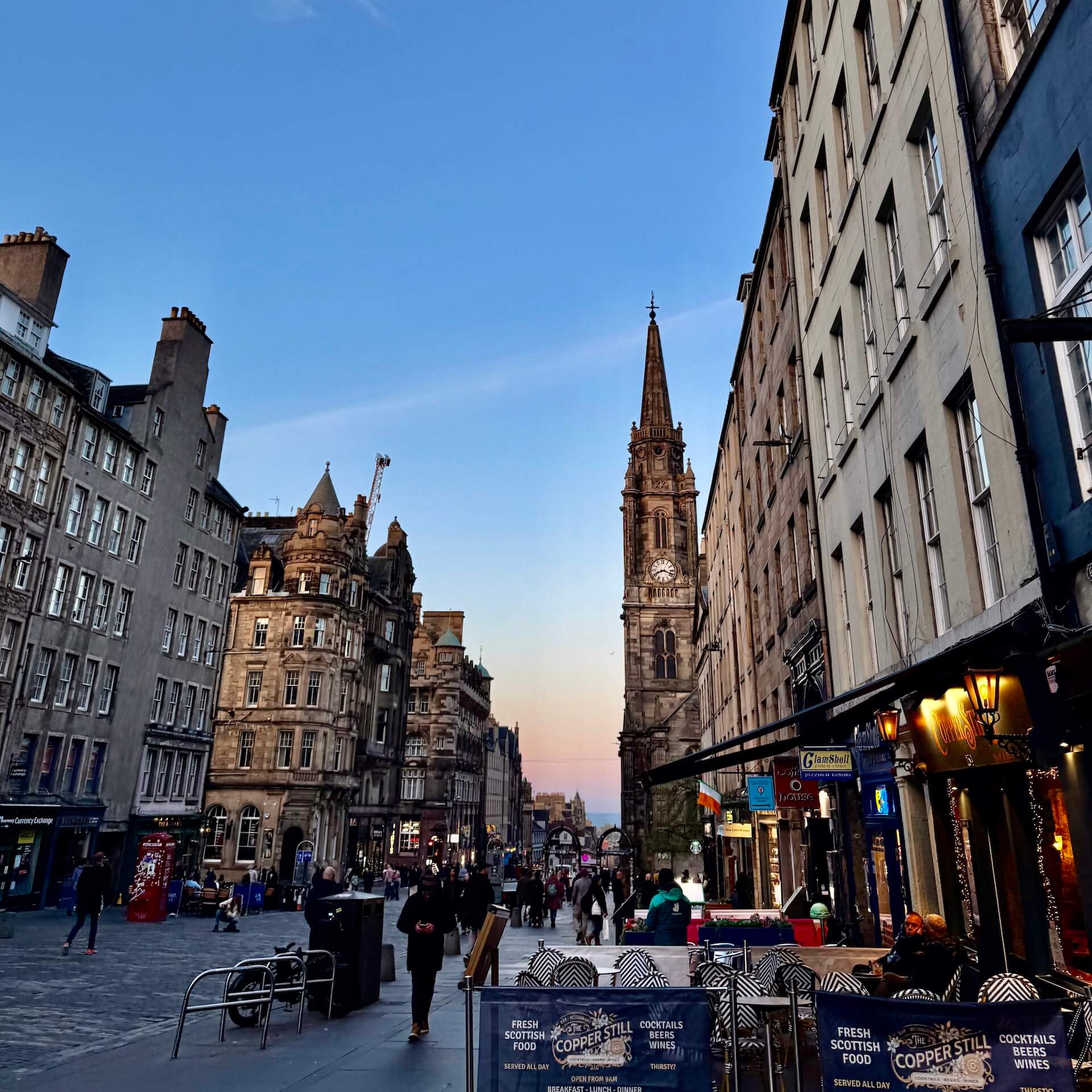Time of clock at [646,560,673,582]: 8:18
